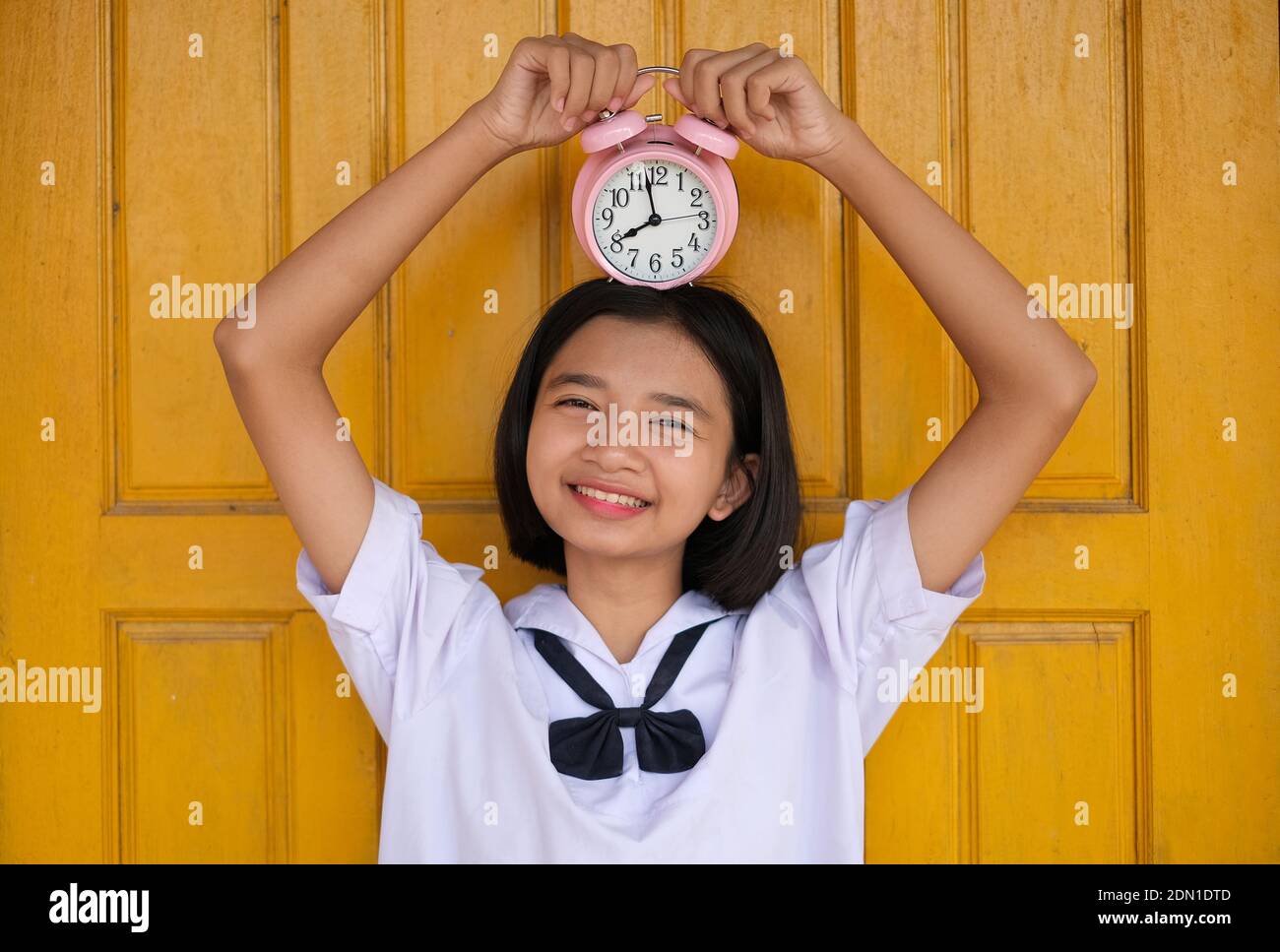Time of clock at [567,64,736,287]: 7:58
